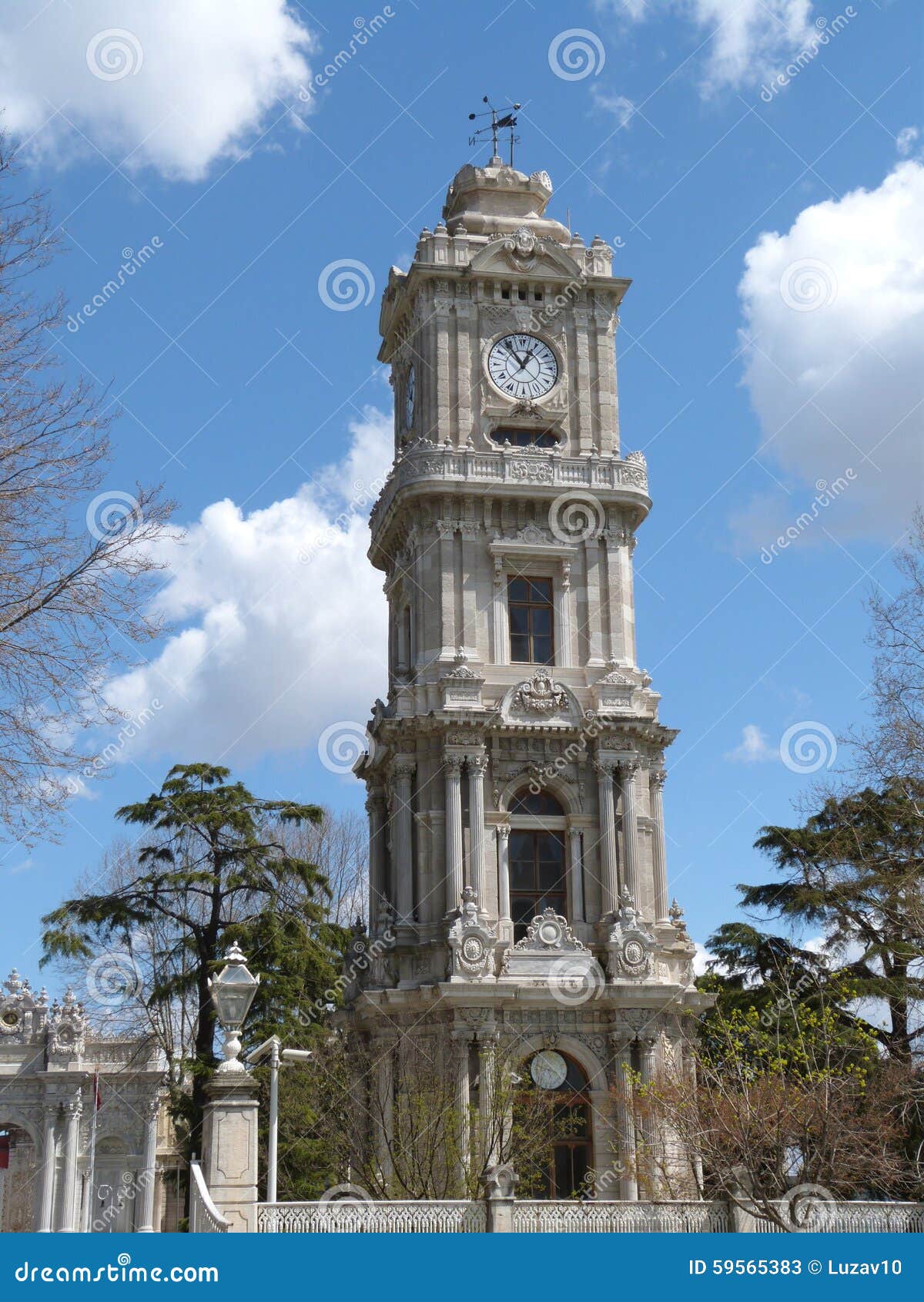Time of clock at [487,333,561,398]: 12:54
